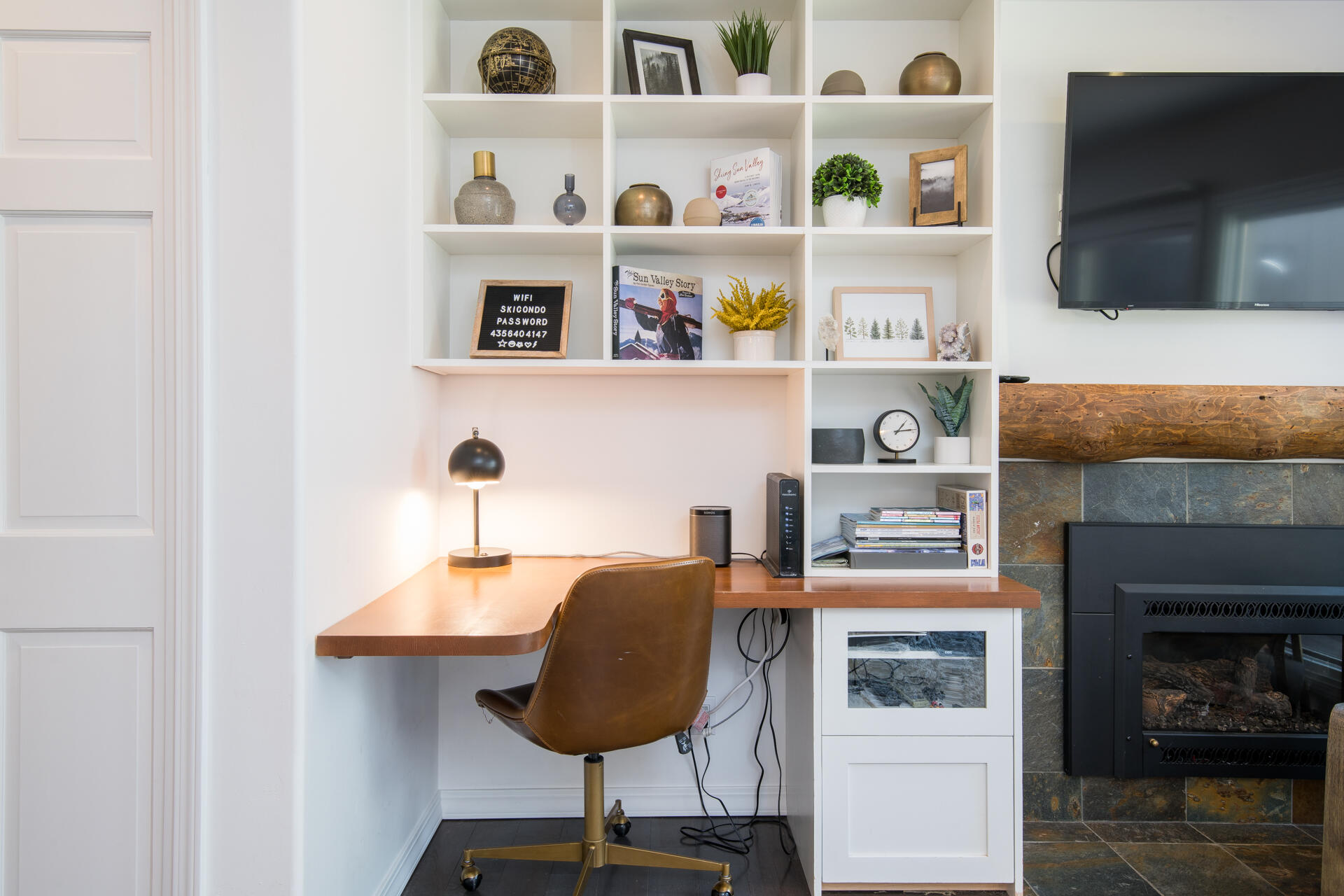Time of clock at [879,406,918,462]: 1:13
